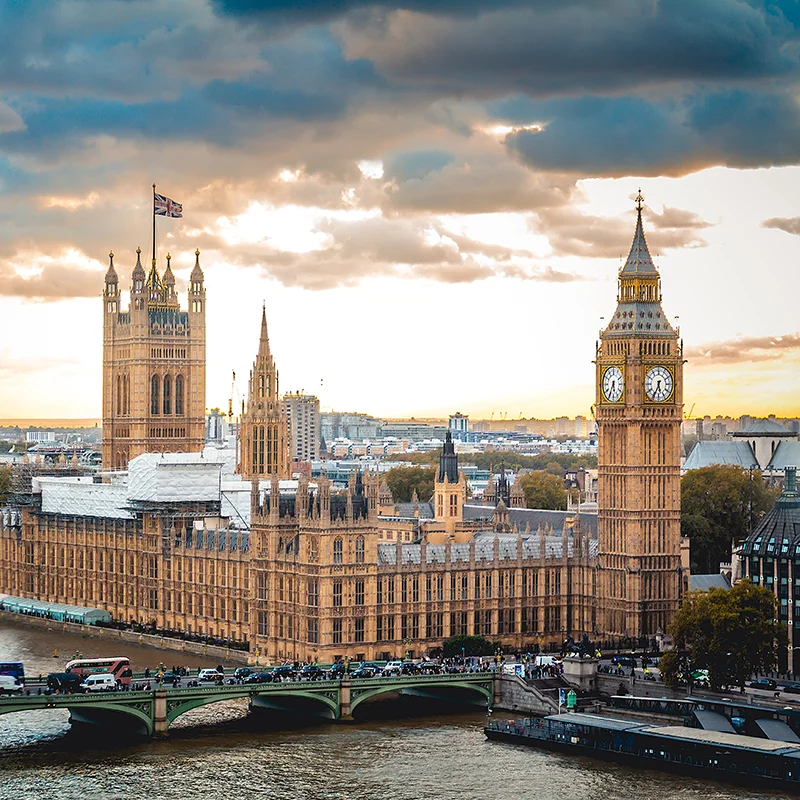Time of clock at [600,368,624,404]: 5:34
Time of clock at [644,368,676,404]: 5:34
